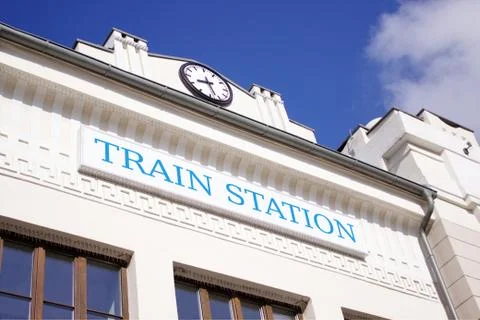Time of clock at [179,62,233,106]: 8:27
